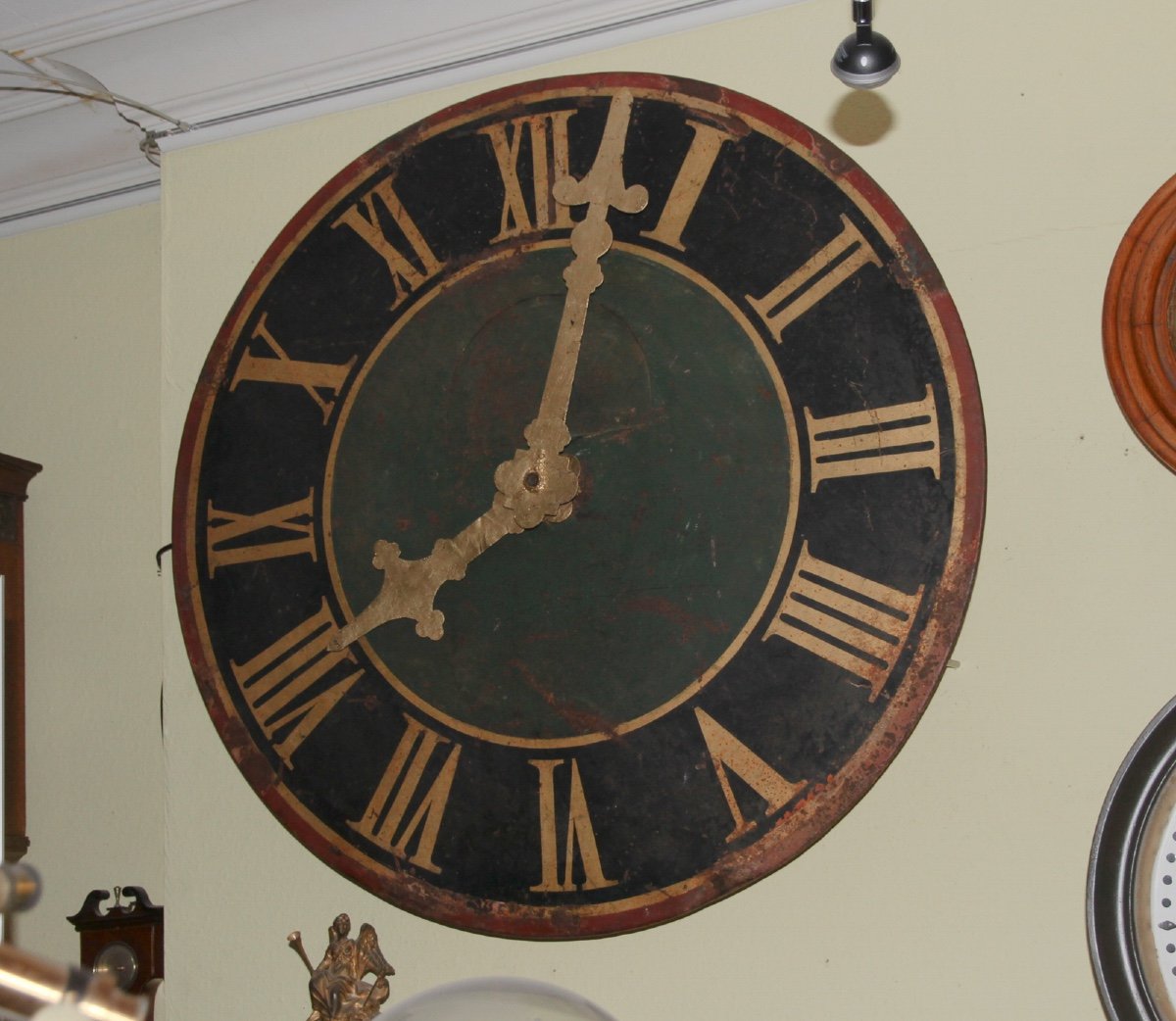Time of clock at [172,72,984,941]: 8:02
